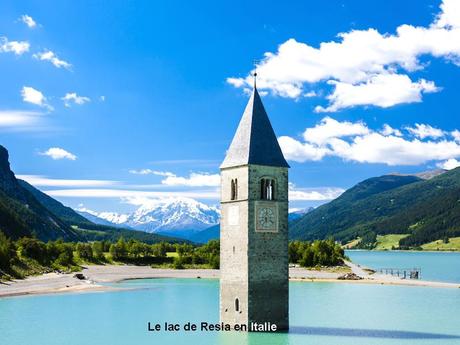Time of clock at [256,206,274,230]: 6:00
